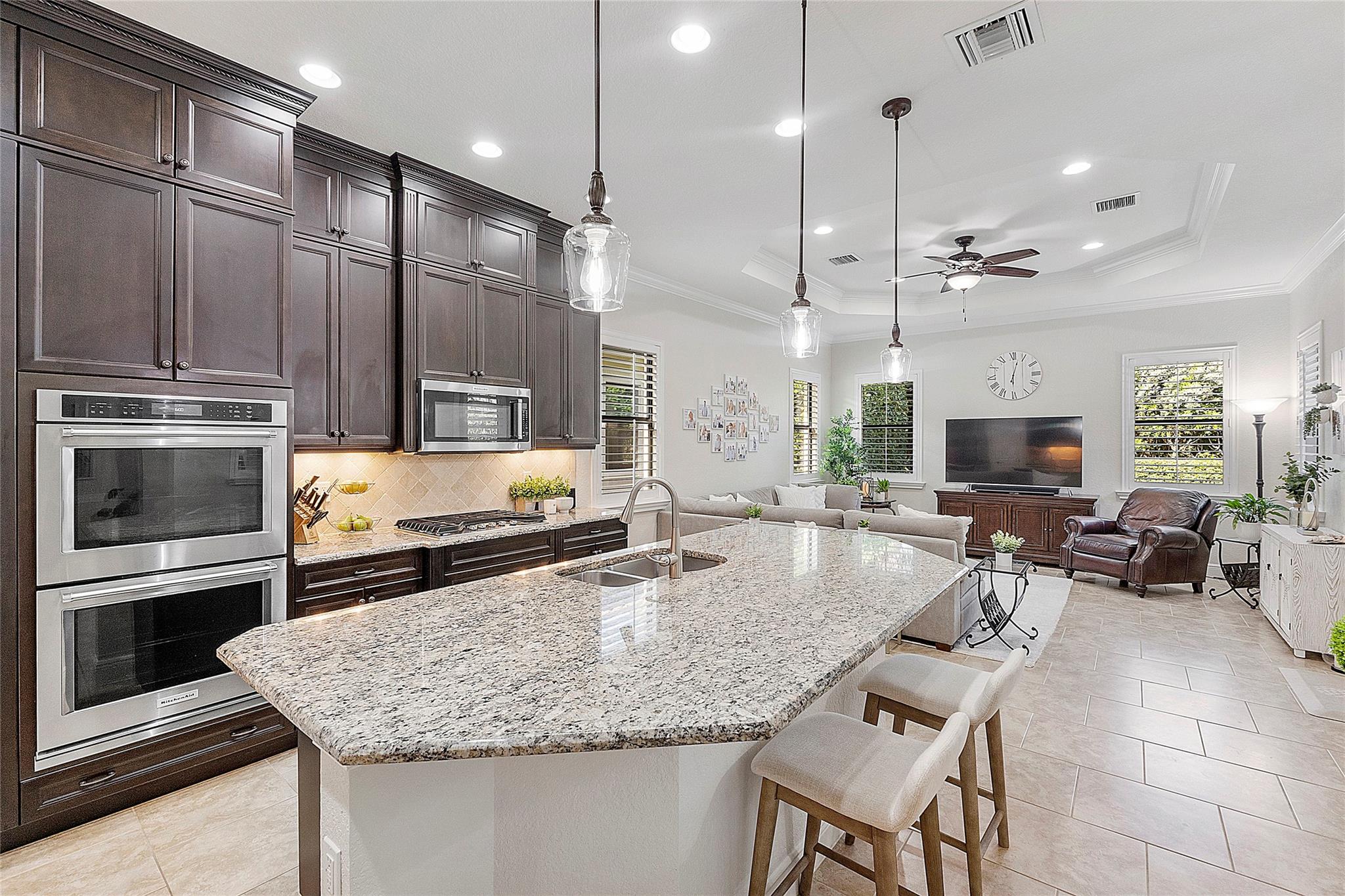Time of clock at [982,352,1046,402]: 6:02
